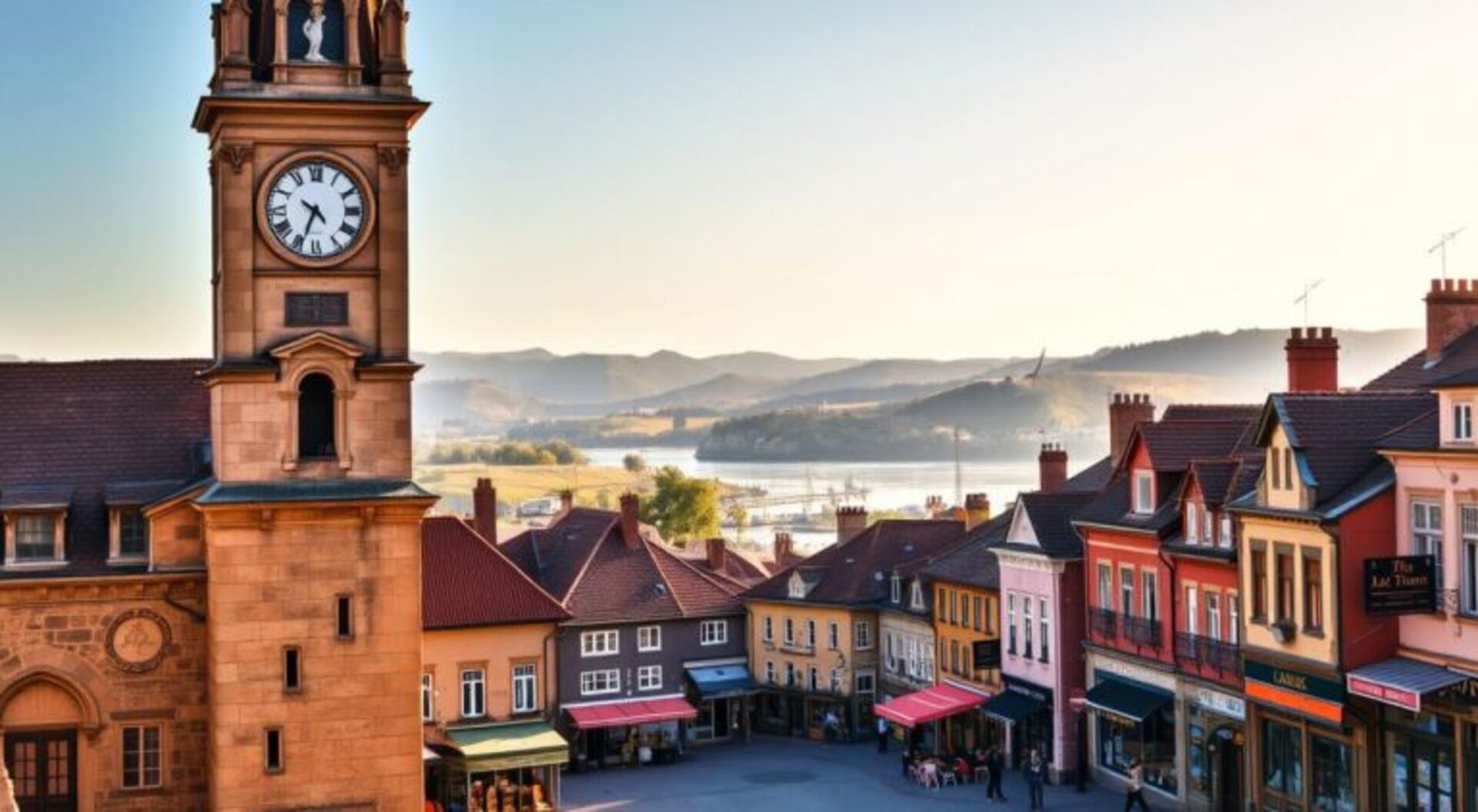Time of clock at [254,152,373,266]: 4:33
